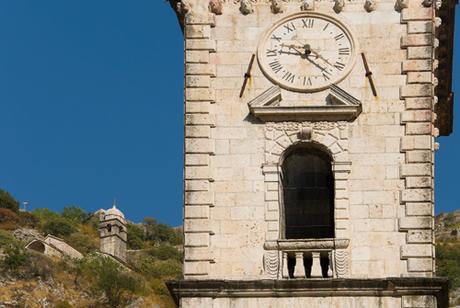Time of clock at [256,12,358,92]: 9:22
